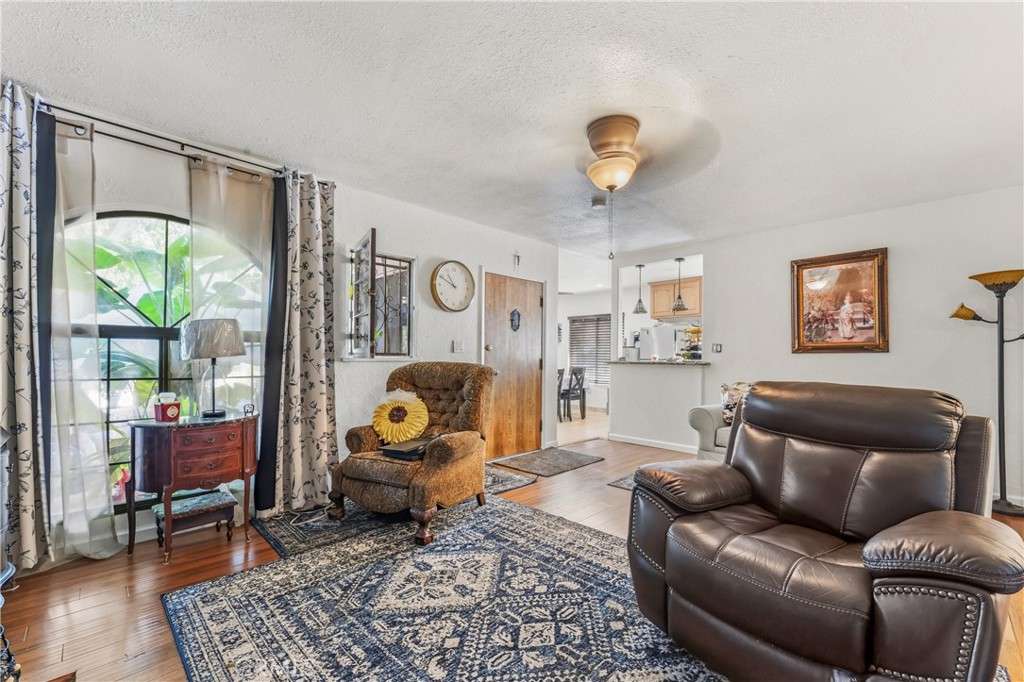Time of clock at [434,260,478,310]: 10:49
